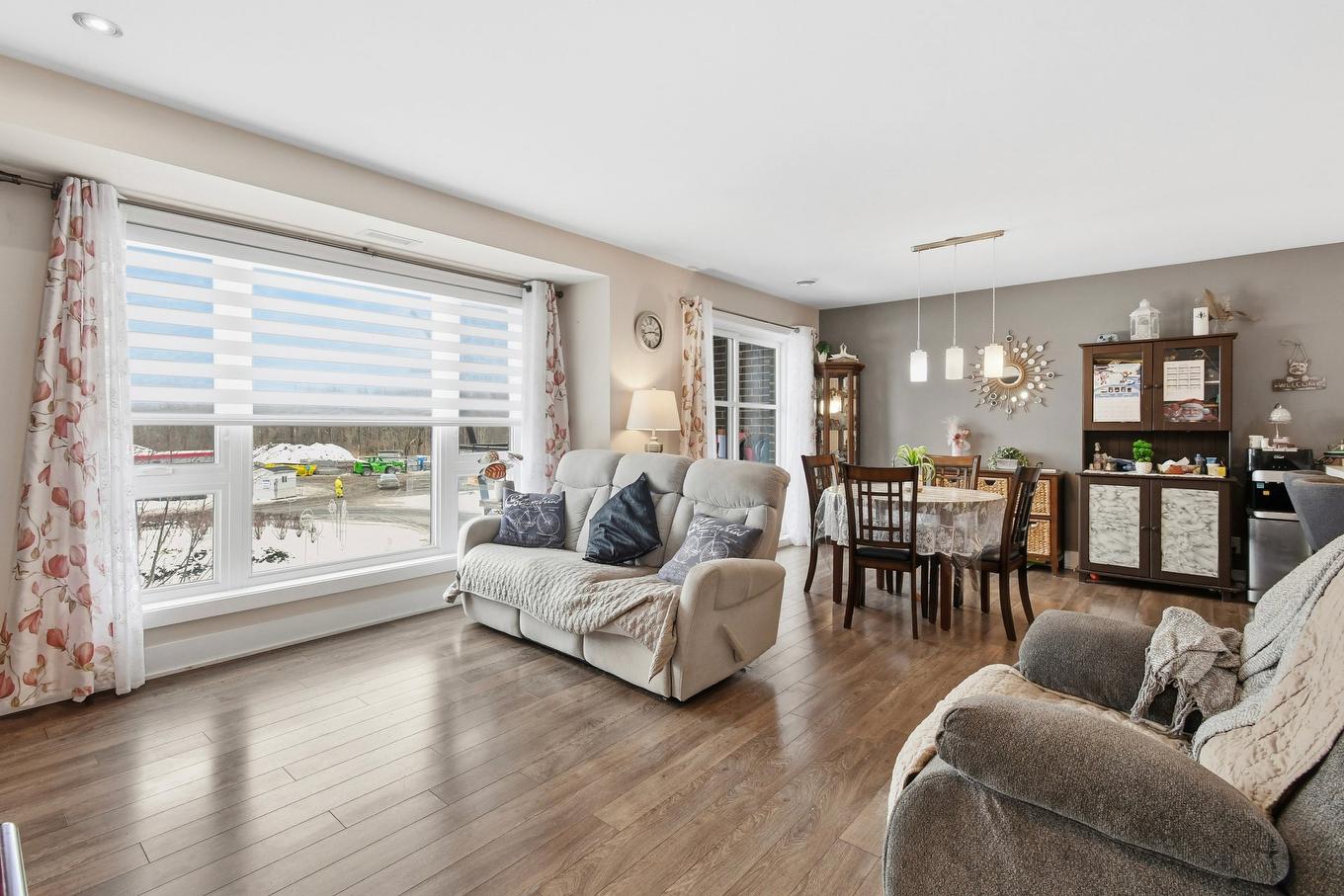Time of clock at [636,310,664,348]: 2:42
